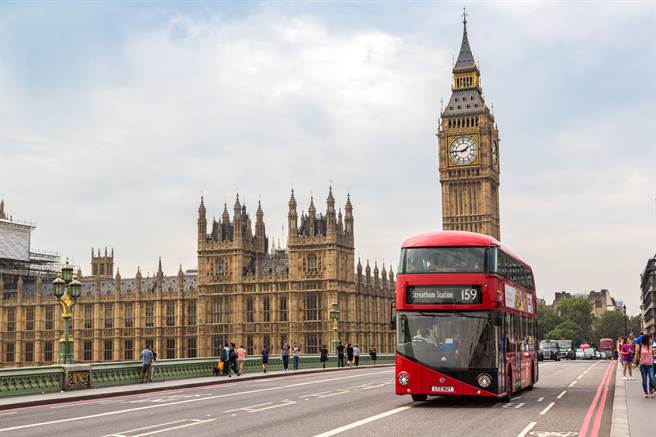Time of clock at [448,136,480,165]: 1:44
